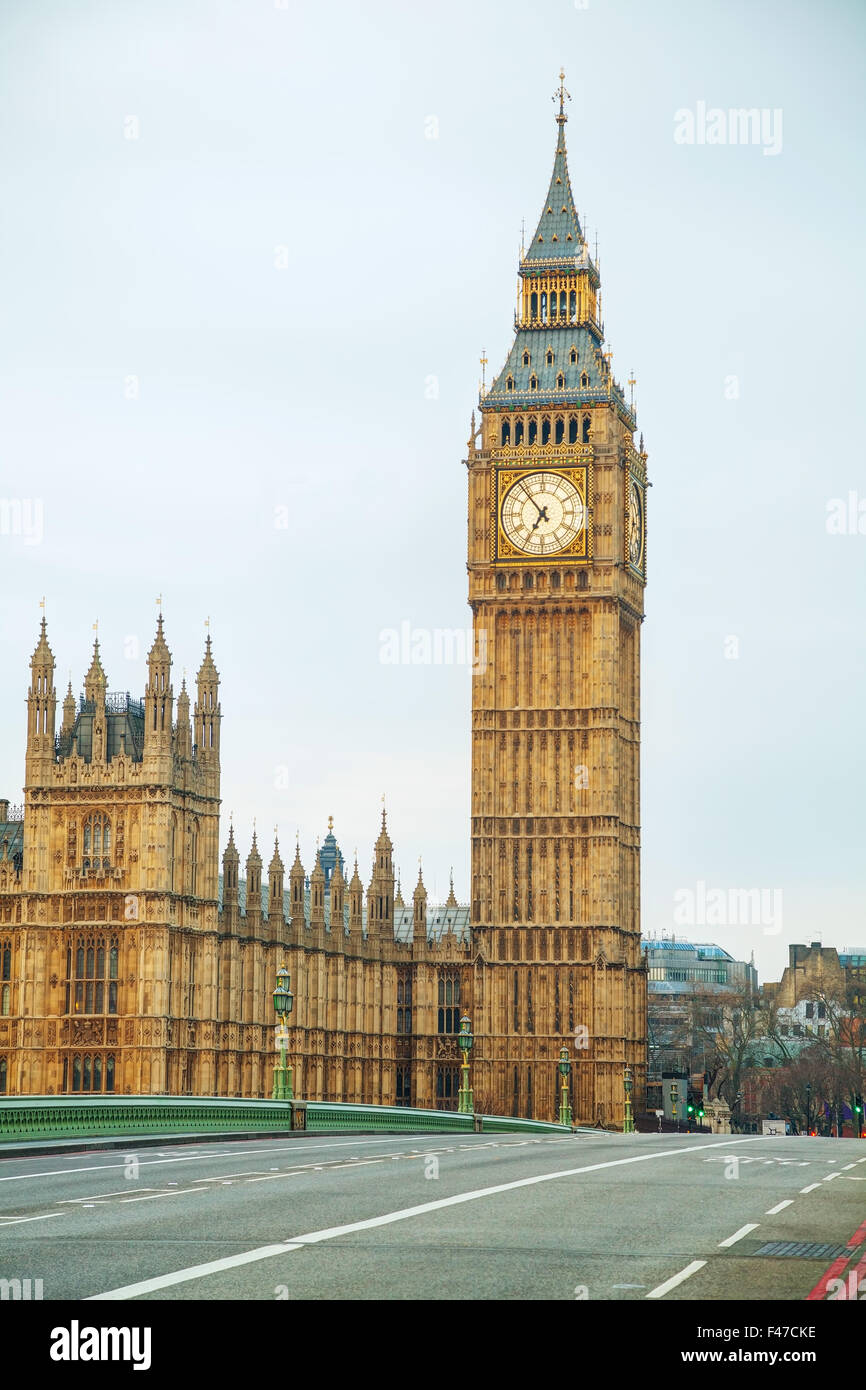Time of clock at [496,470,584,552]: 6:53
